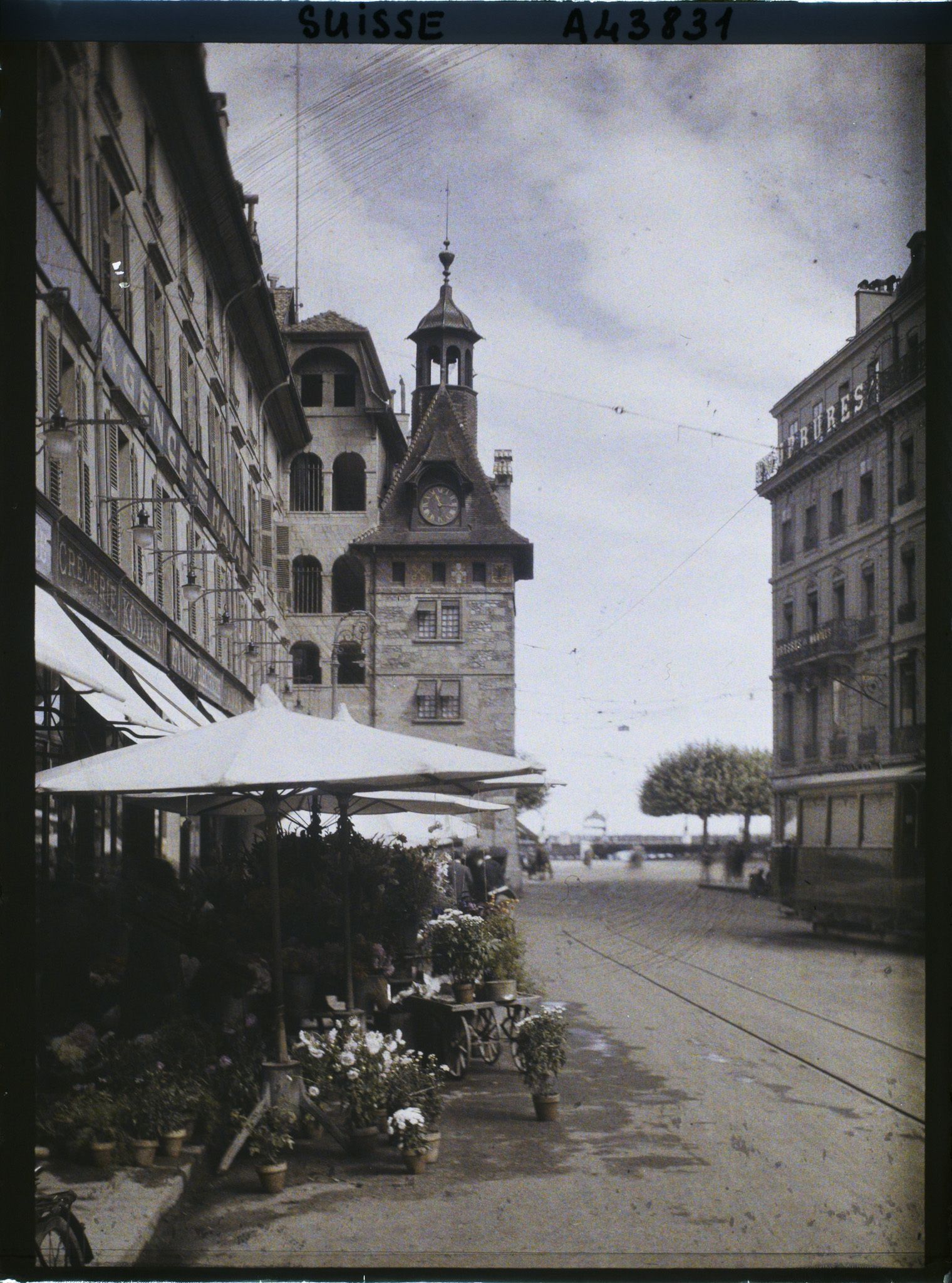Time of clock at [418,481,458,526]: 11:15
